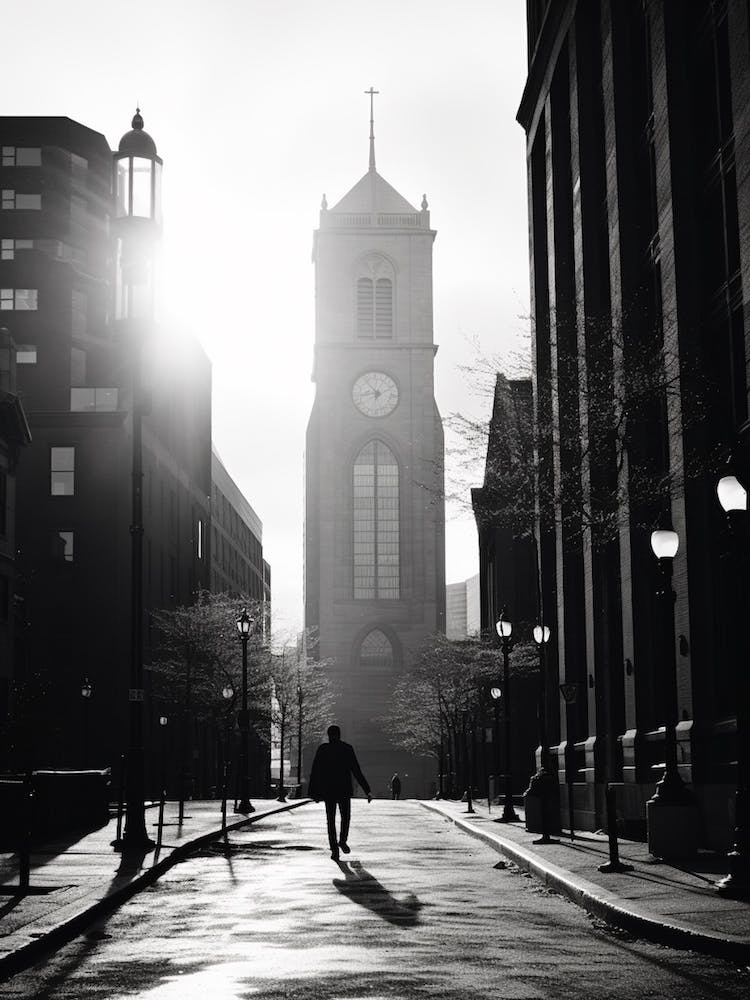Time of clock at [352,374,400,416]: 8:53
